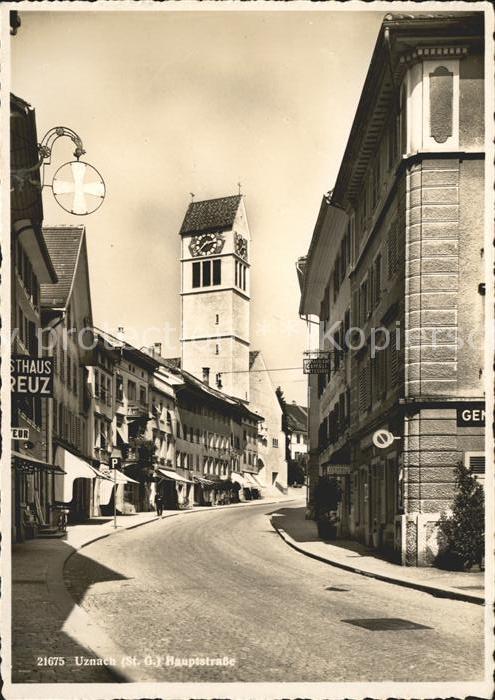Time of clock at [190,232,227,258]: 2:36
